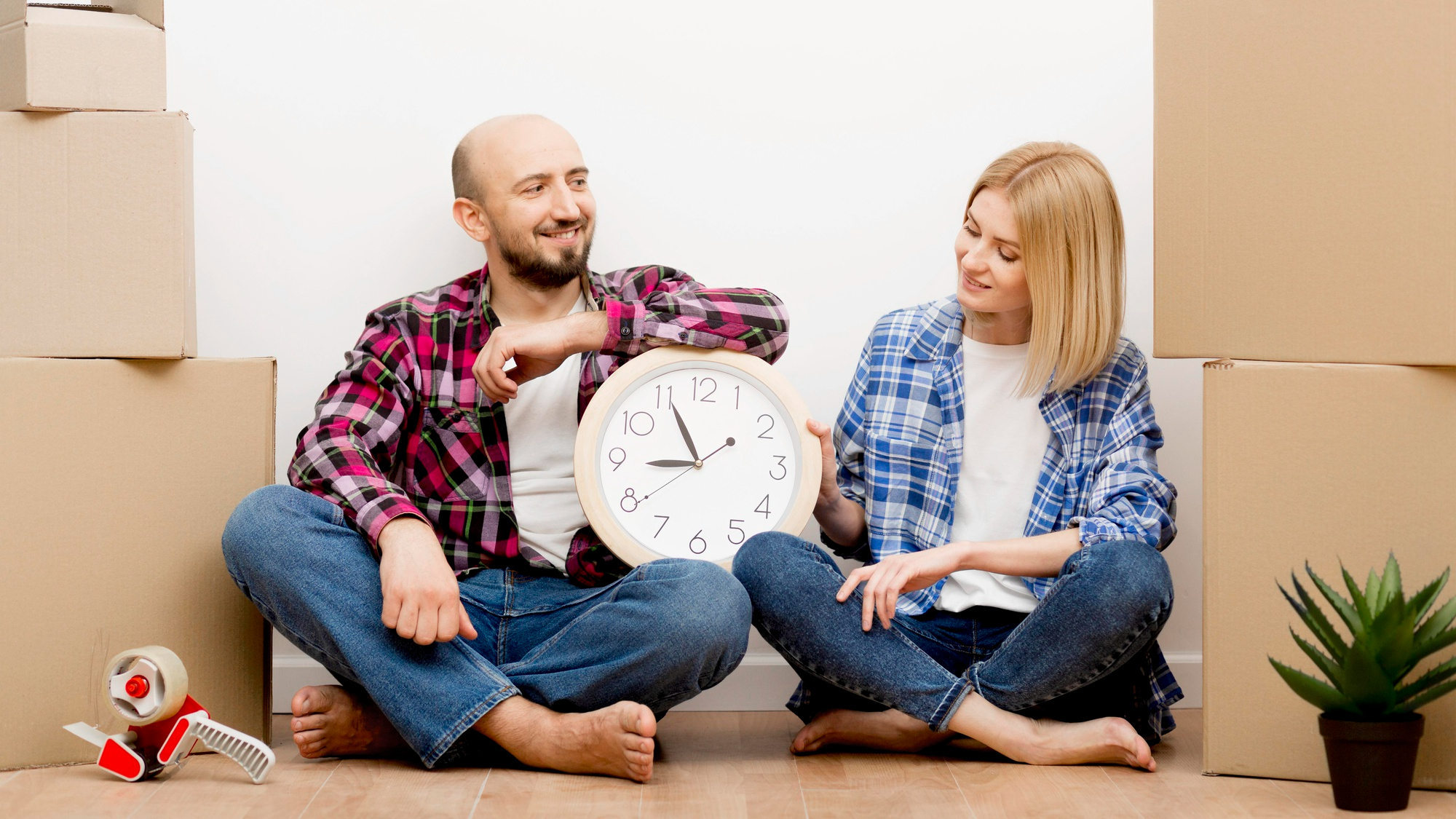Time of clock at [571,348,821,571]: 8:55
